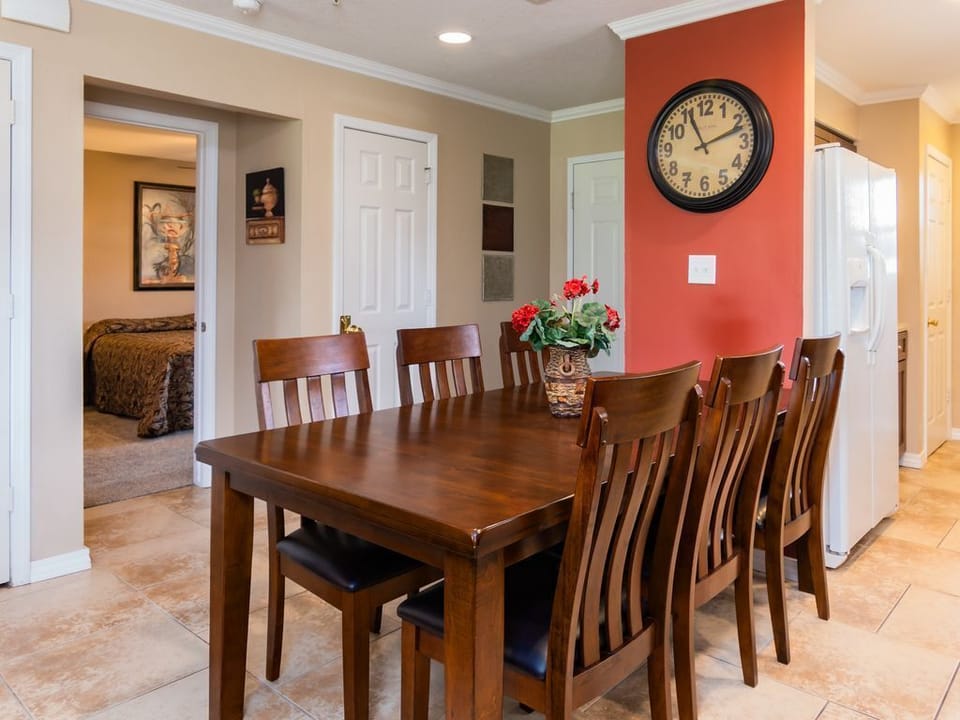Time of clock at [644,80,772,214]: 11:11
